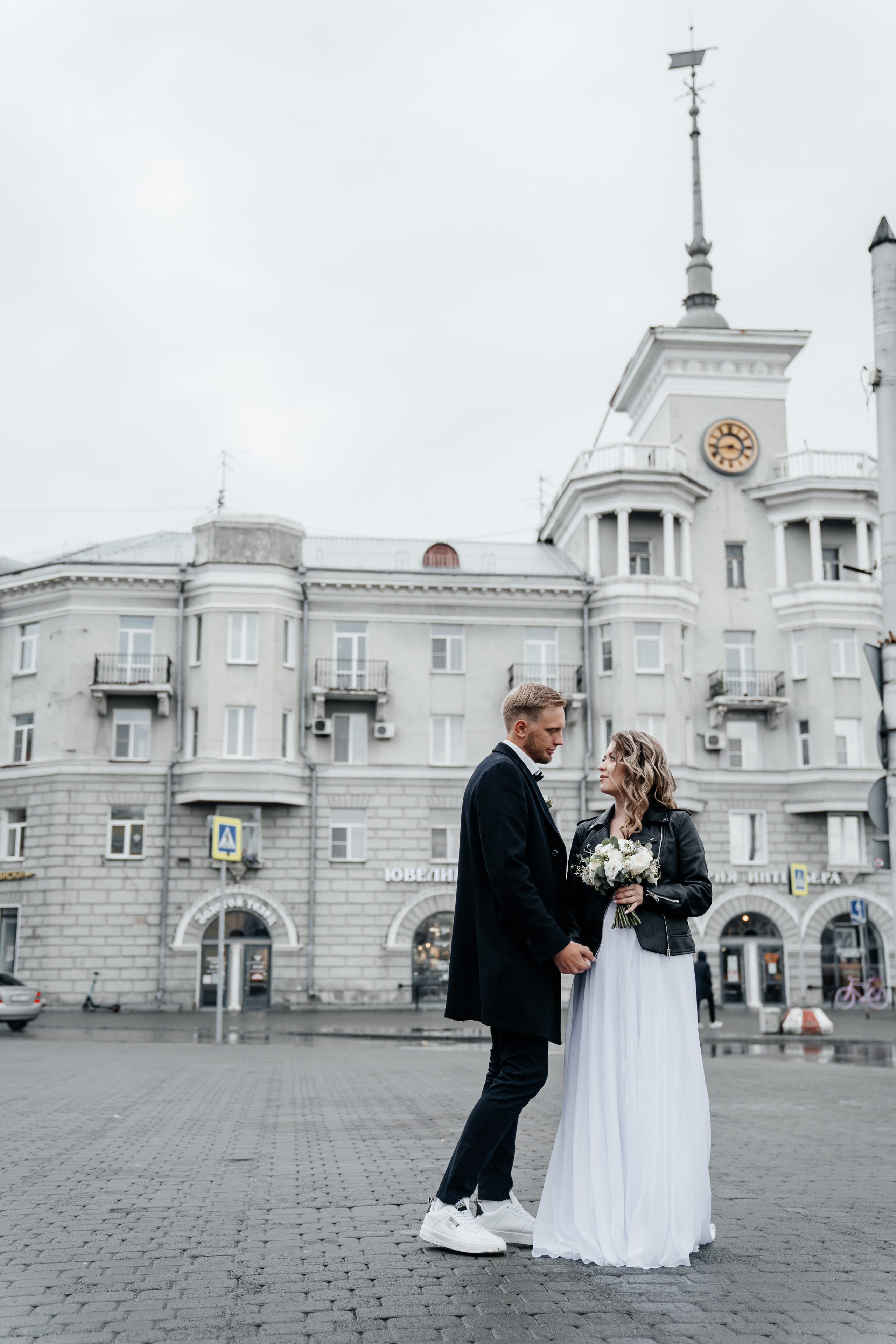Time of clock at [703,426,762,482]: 3:43
